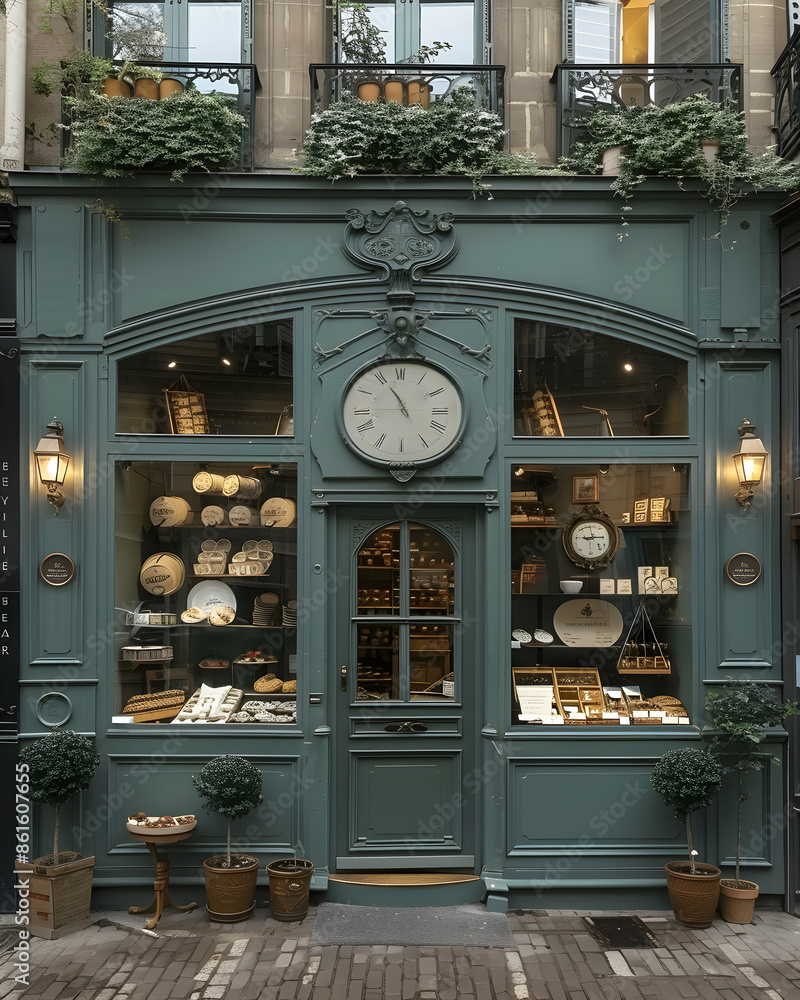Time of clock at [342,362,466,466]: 10:55
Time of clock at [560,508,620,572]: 9:15
